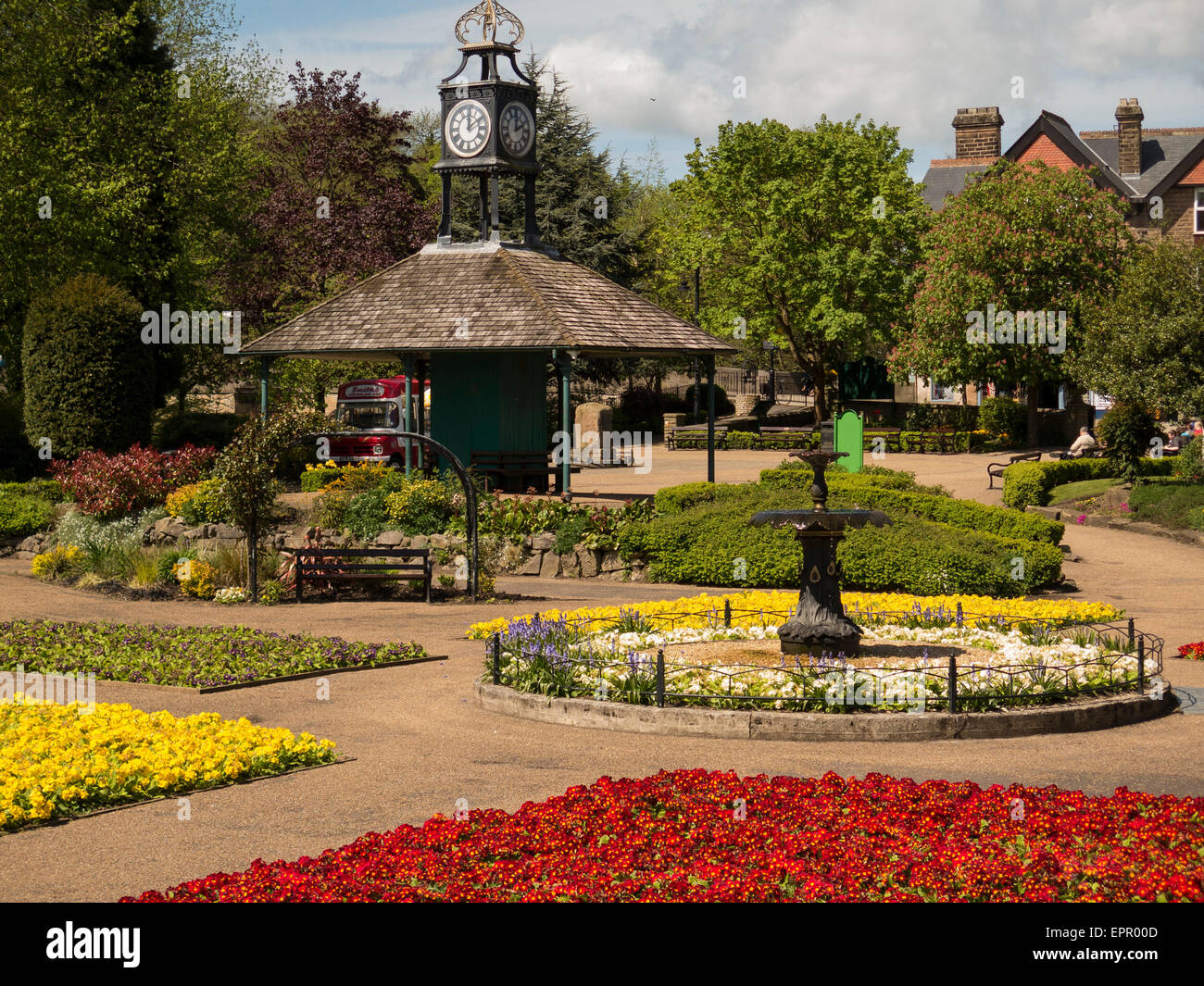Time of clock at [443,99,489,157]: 12:09
